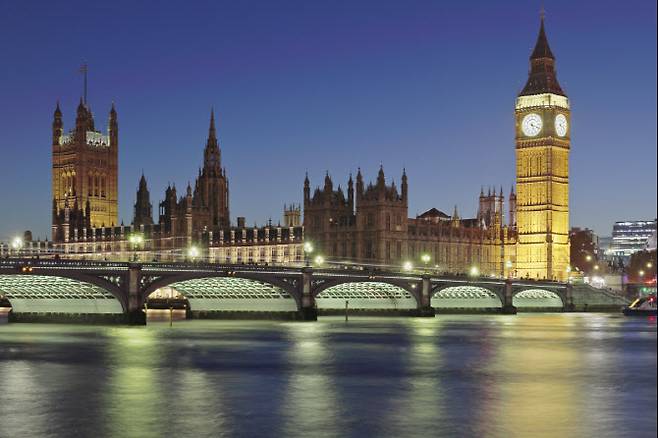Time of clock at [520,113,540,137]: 5:18
